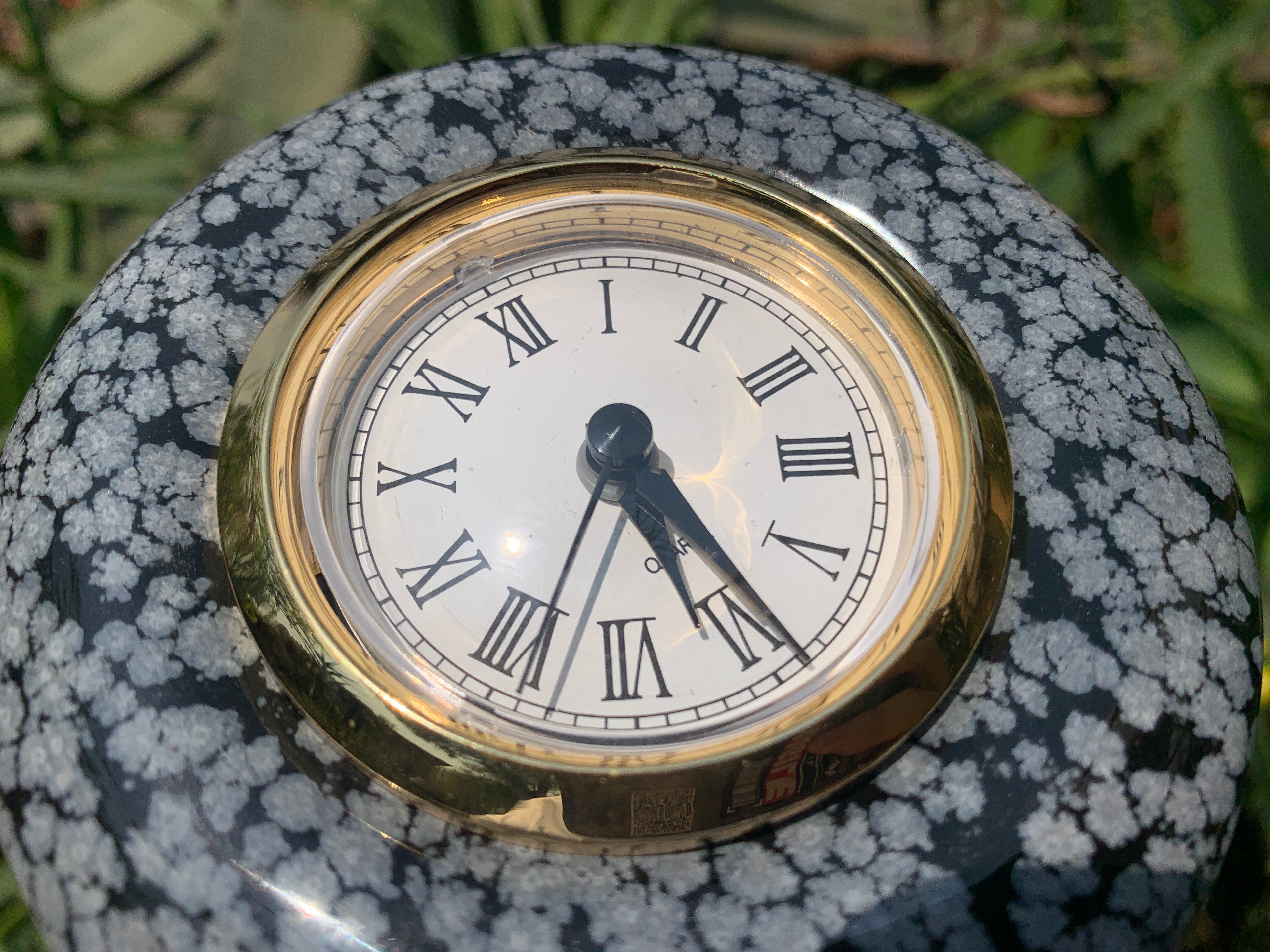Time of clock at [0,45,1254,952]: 5:24
